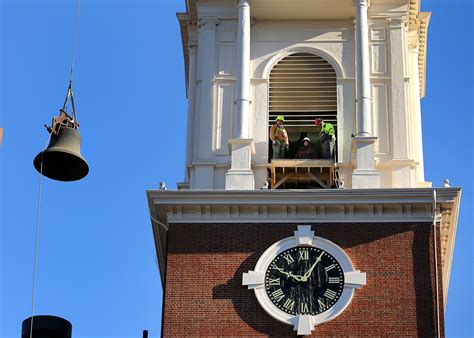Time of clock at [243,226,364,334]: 10:05
